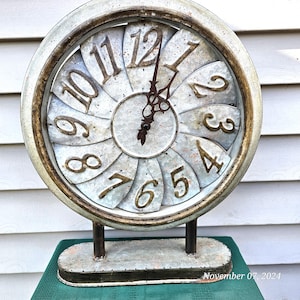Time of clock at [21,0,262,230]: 1:02
